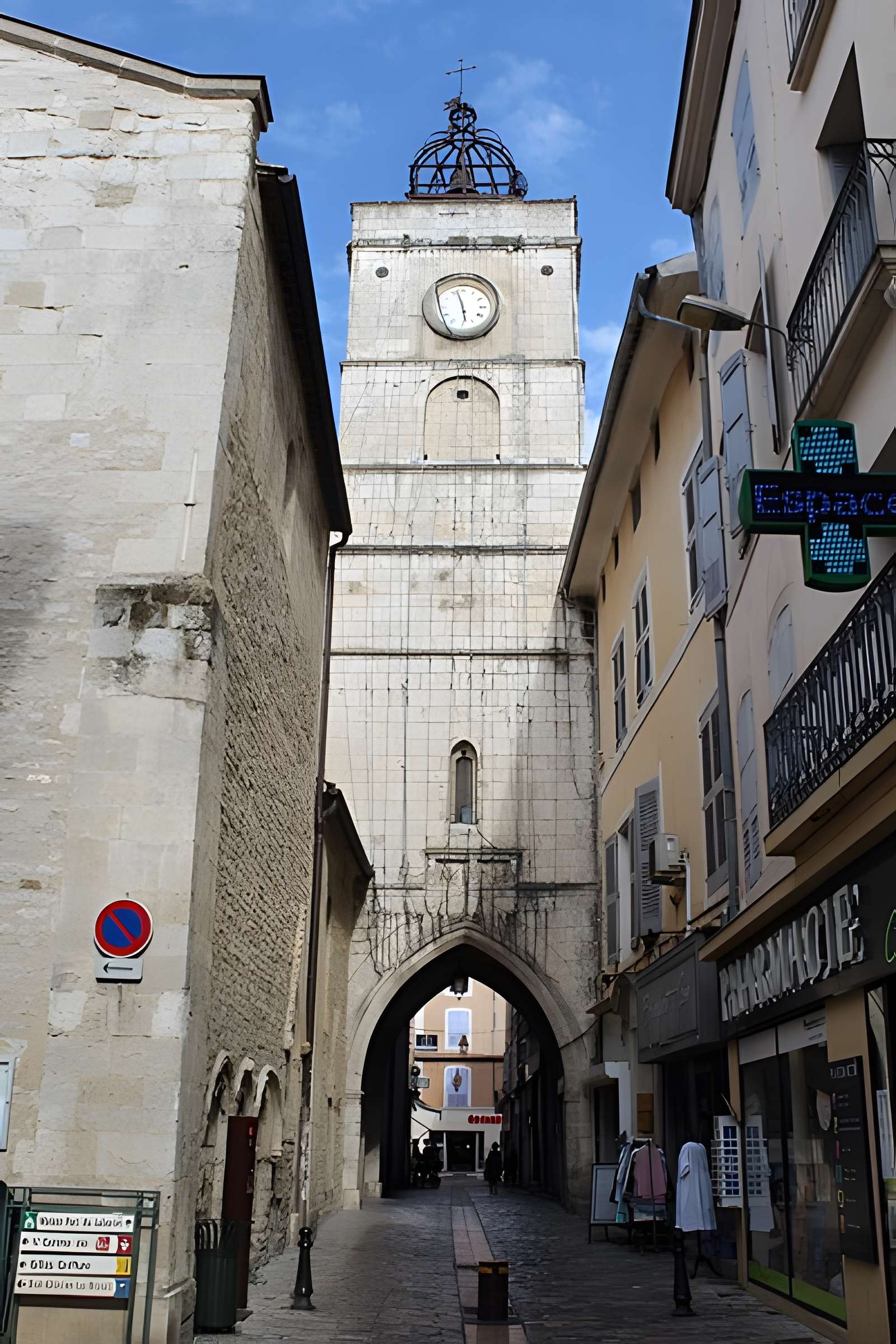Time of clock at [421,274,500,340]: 5:57
